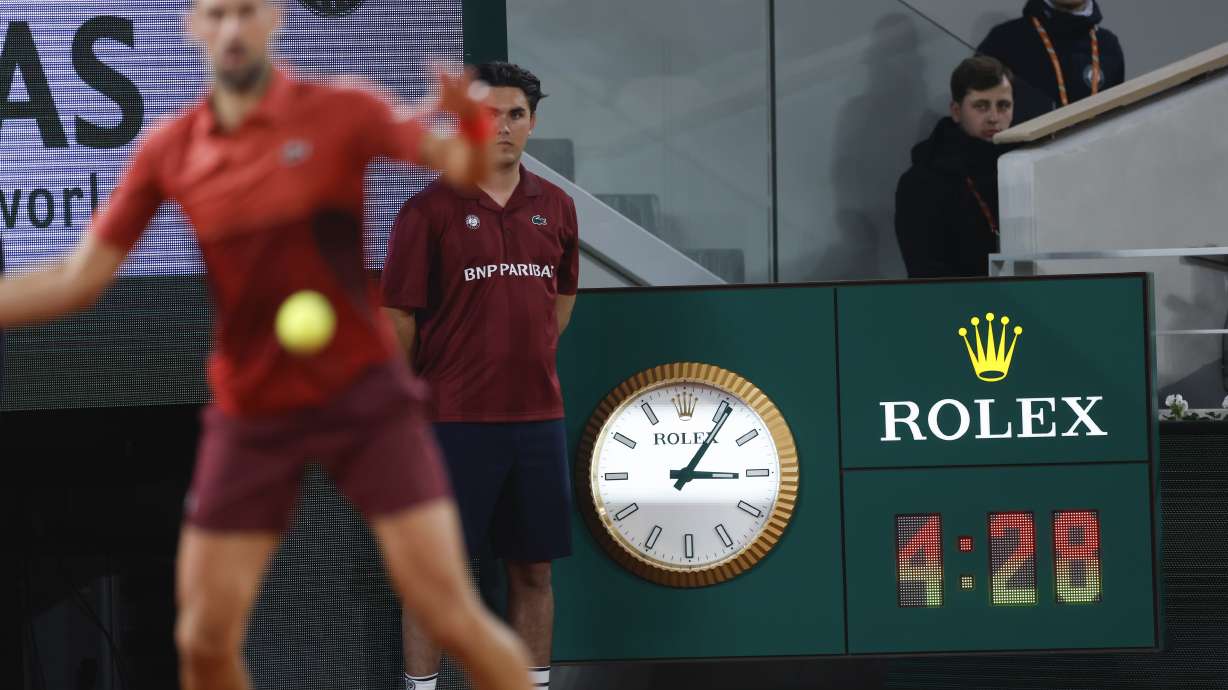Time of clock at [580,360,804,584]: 3:05
